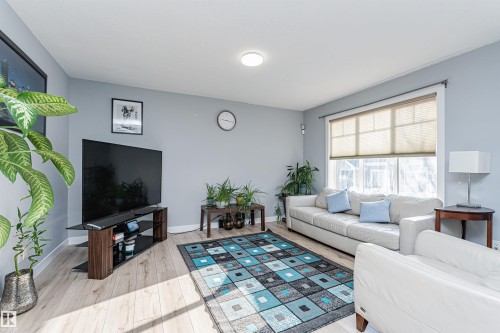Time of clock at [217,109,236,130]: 9:17
